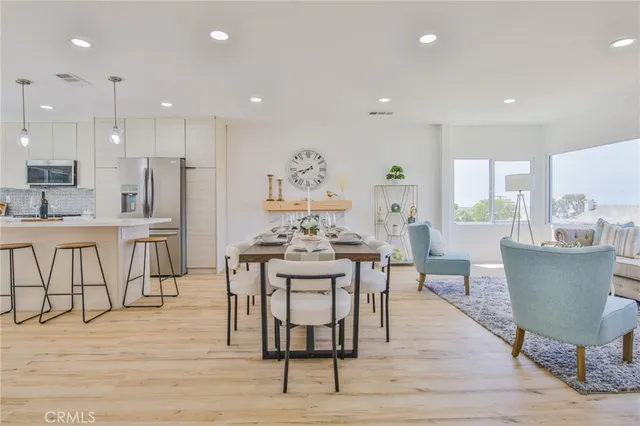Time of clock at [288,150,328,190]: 7:42
